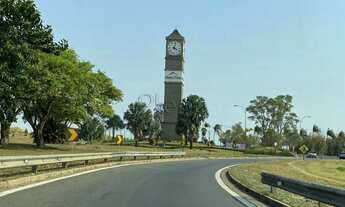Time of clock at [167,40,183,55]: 4:02
